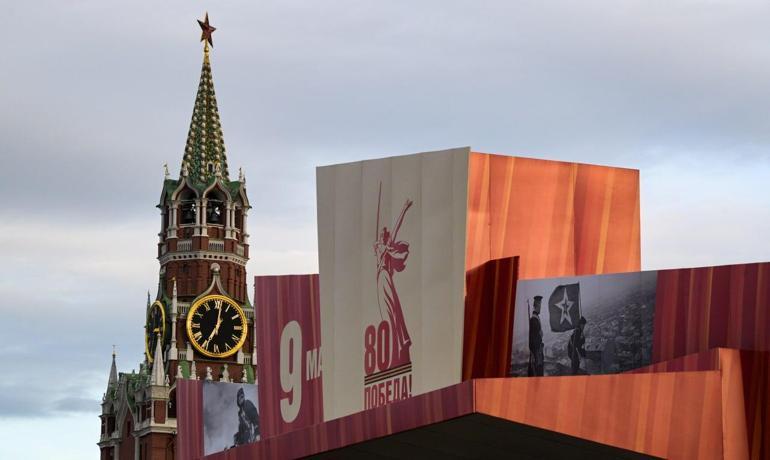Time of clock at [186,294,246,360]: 7:01
